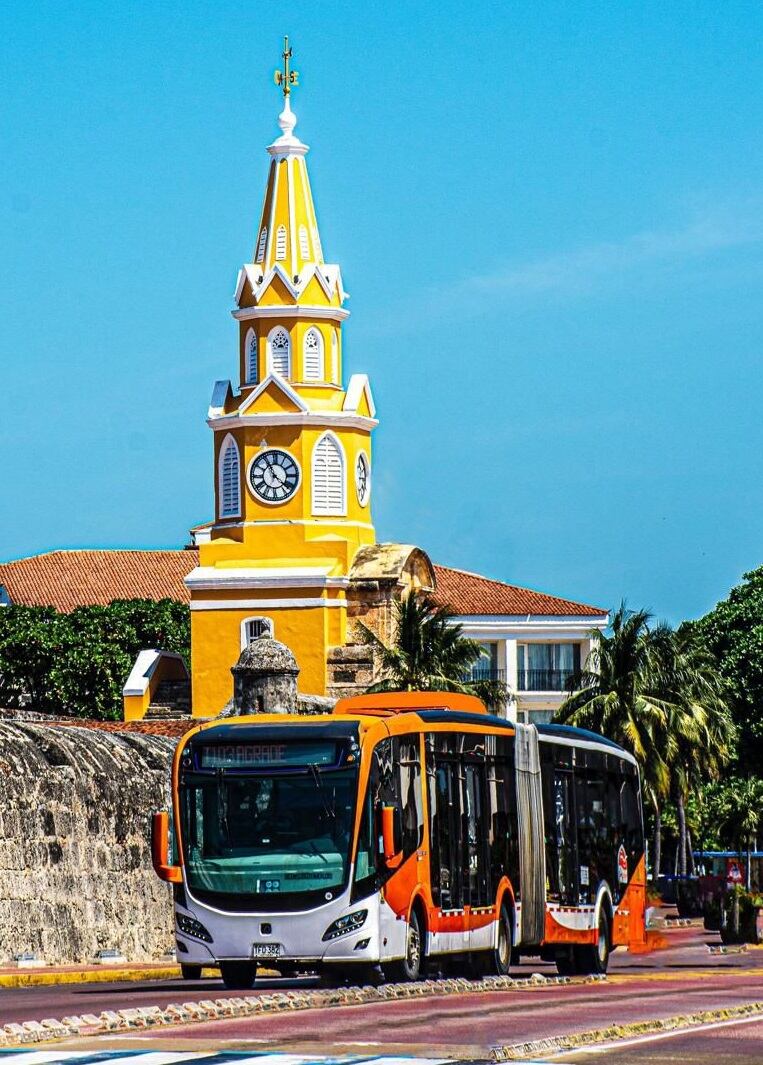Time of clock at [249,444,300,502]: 11:22
